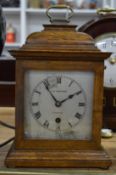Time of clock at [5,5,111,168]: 1:54
